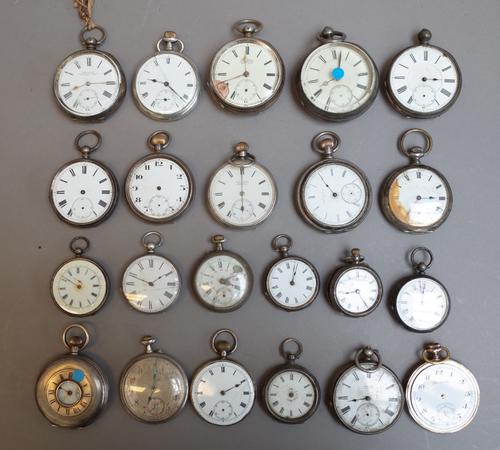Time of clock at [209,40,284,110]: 11:41
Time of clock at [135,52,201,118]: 9:21
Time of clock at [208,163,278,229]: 5:59
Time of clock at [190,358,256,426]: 2:10
